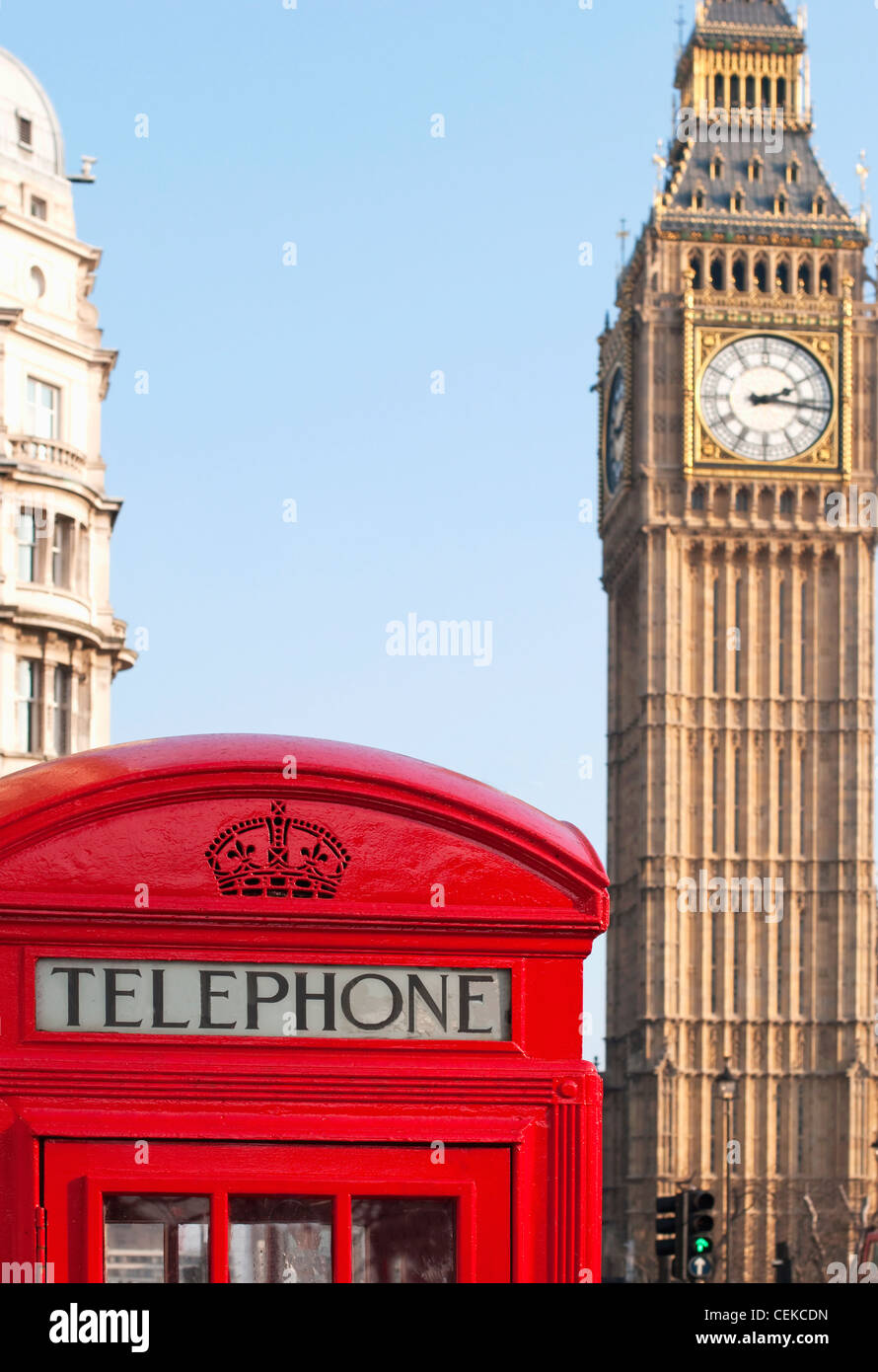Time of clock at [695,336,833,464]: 2:16
